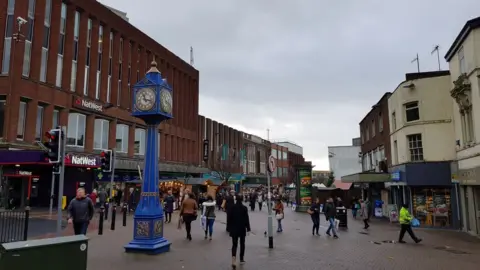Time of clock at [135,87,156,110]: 11:17
